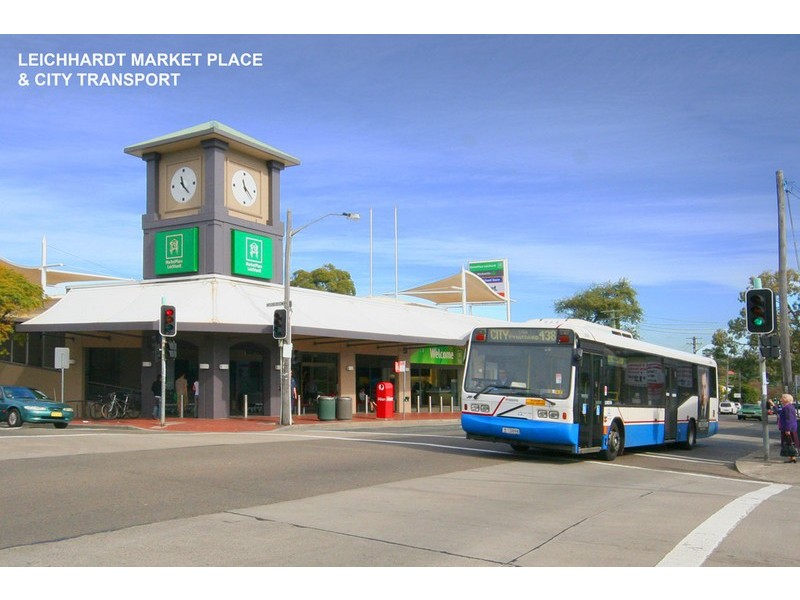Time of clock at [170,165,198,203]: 11:21
